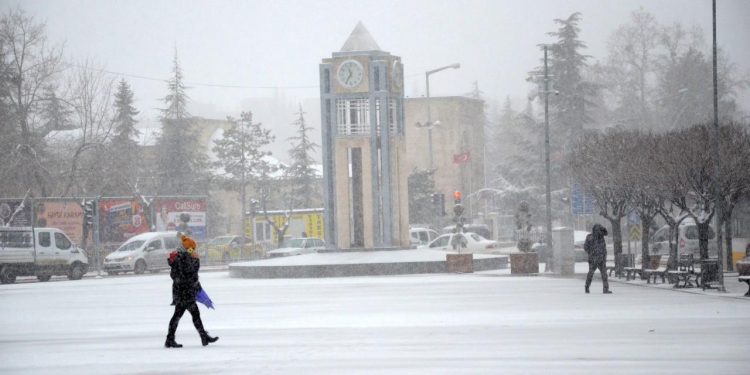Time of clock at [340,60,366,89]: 11:35
